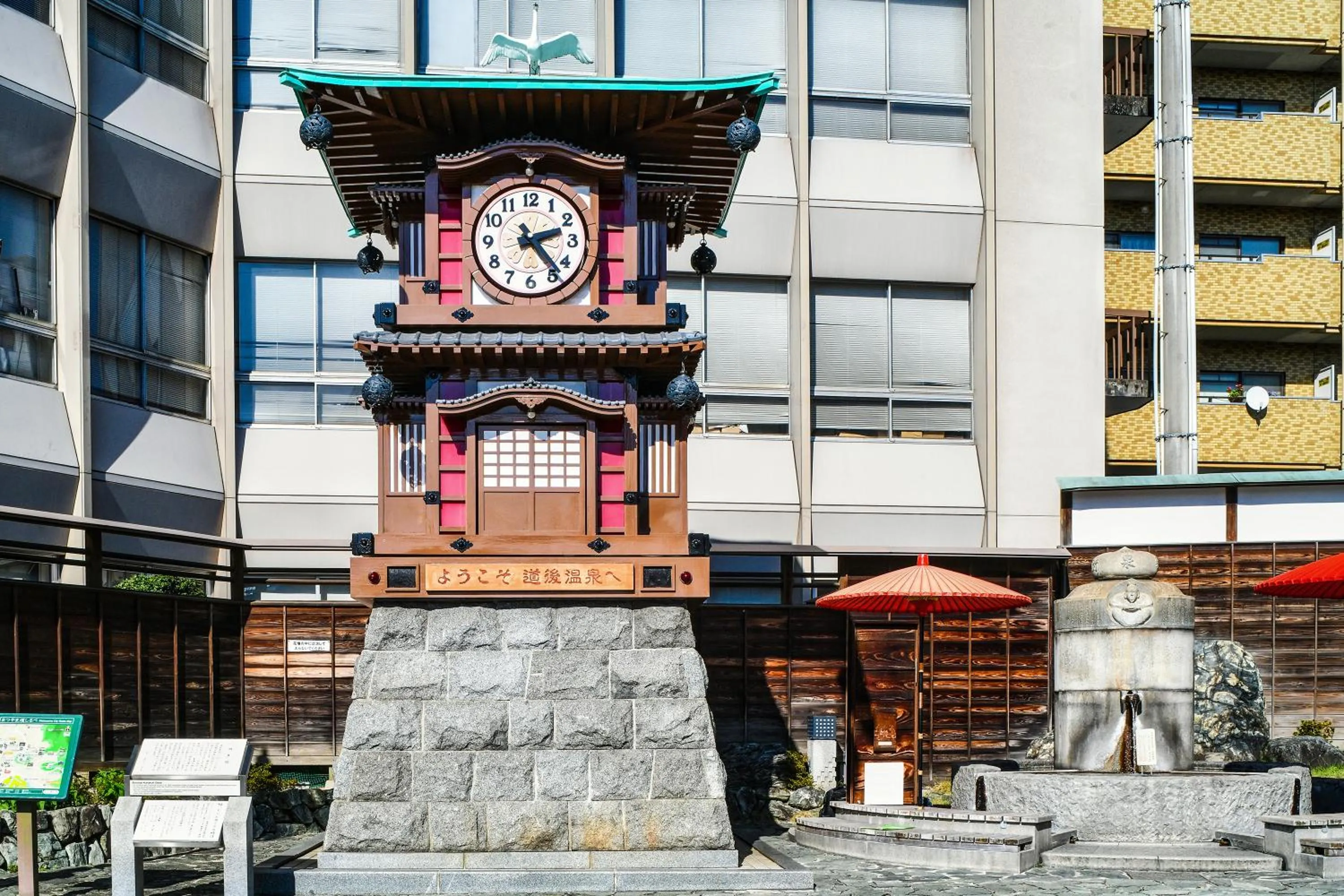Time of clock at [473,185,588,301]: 2:23
